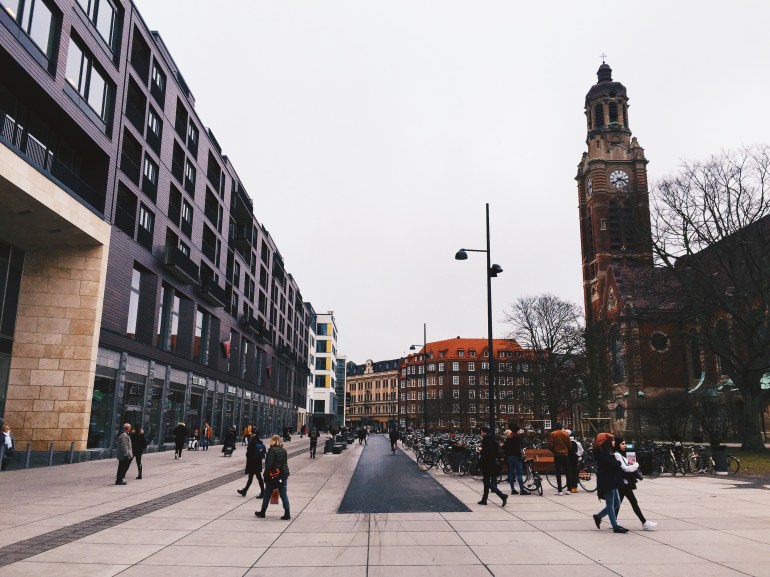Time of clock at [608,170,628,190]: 3:38
